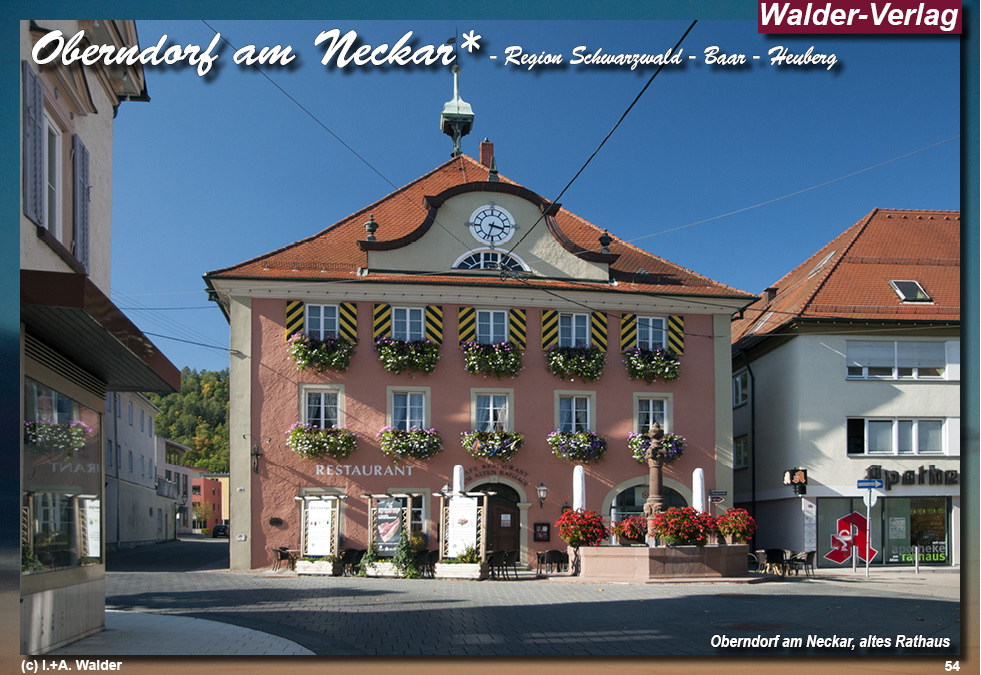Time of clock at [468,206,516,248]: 3:33
